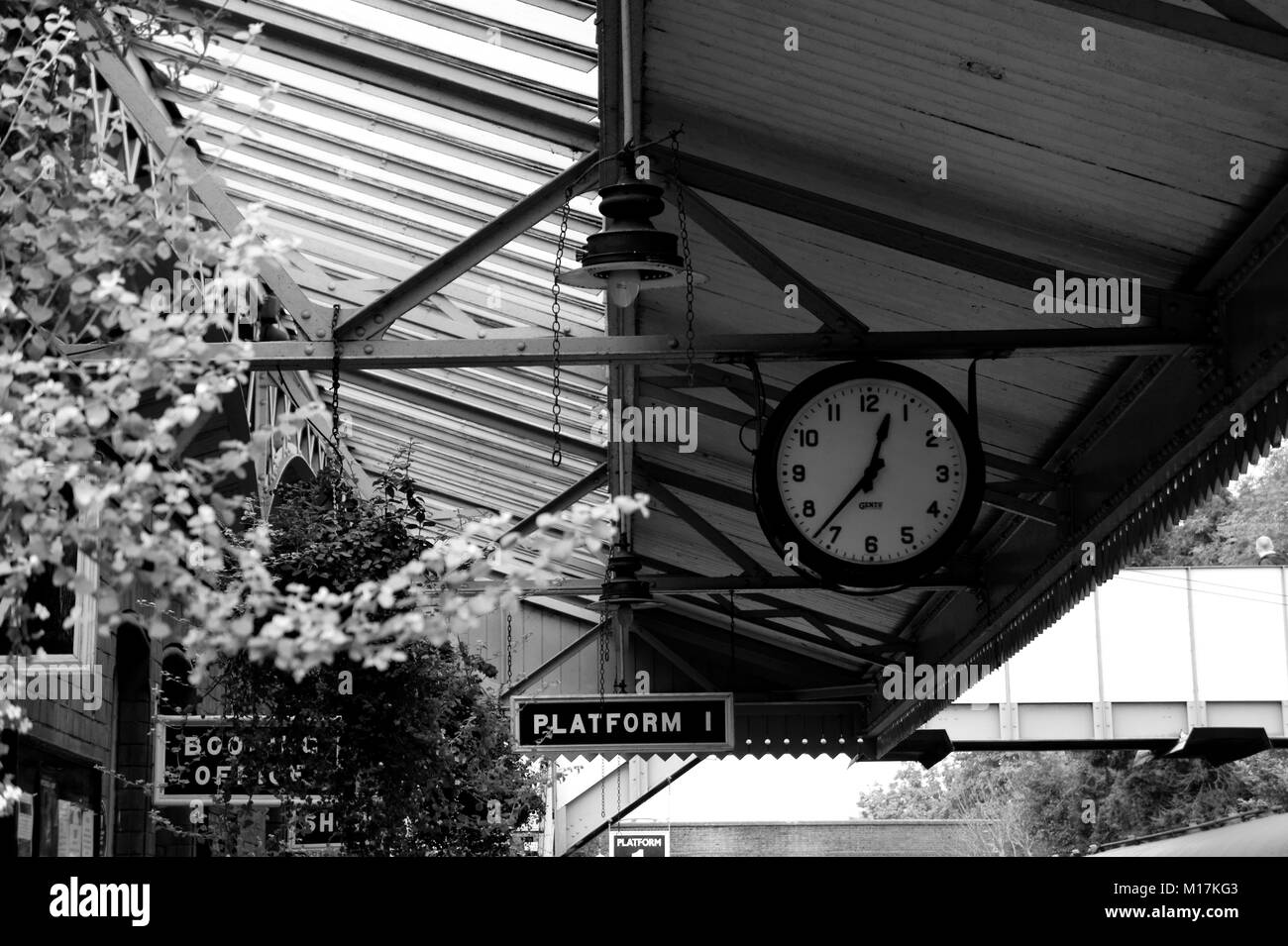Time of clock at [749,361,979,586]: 12:36
